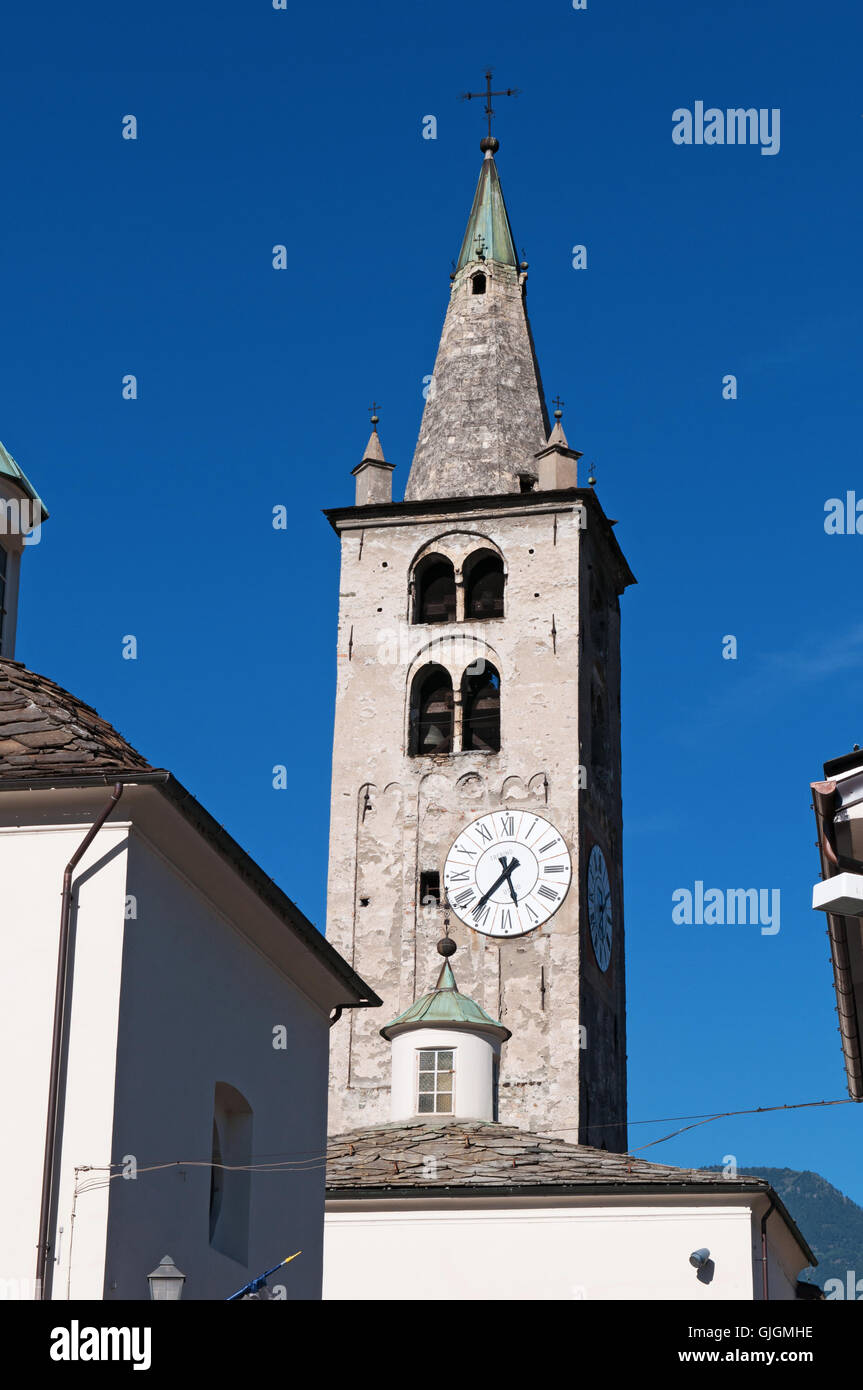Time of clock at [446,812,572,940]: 5:36
